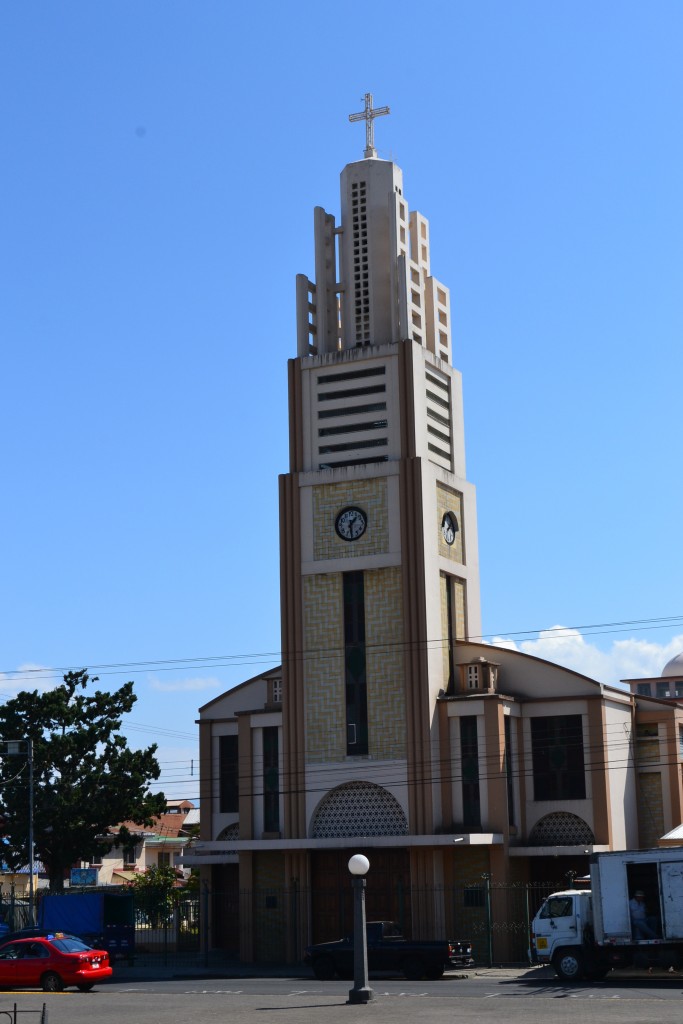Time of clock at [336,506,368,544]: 1:29
